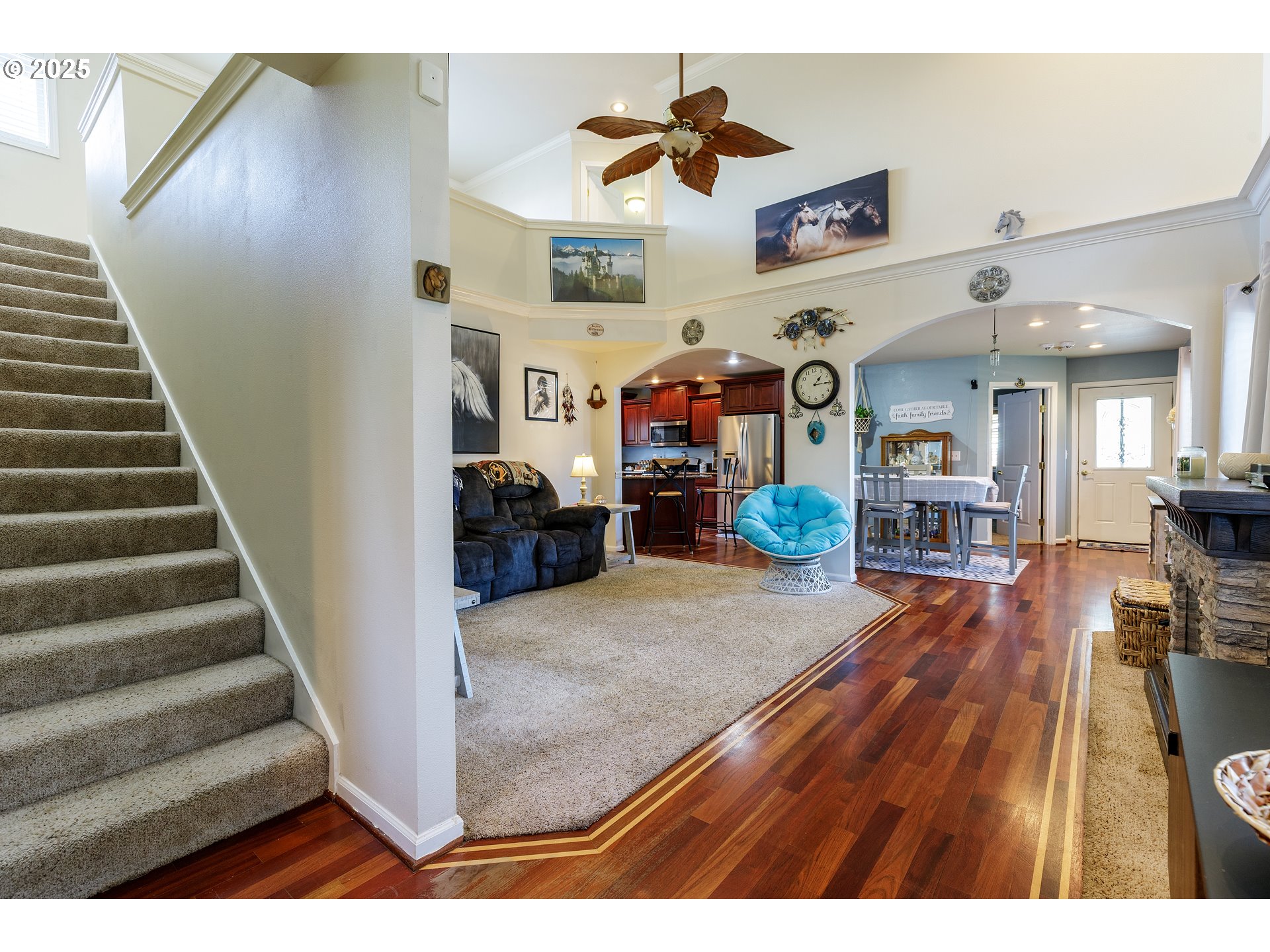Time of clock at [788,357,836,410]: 1:14
